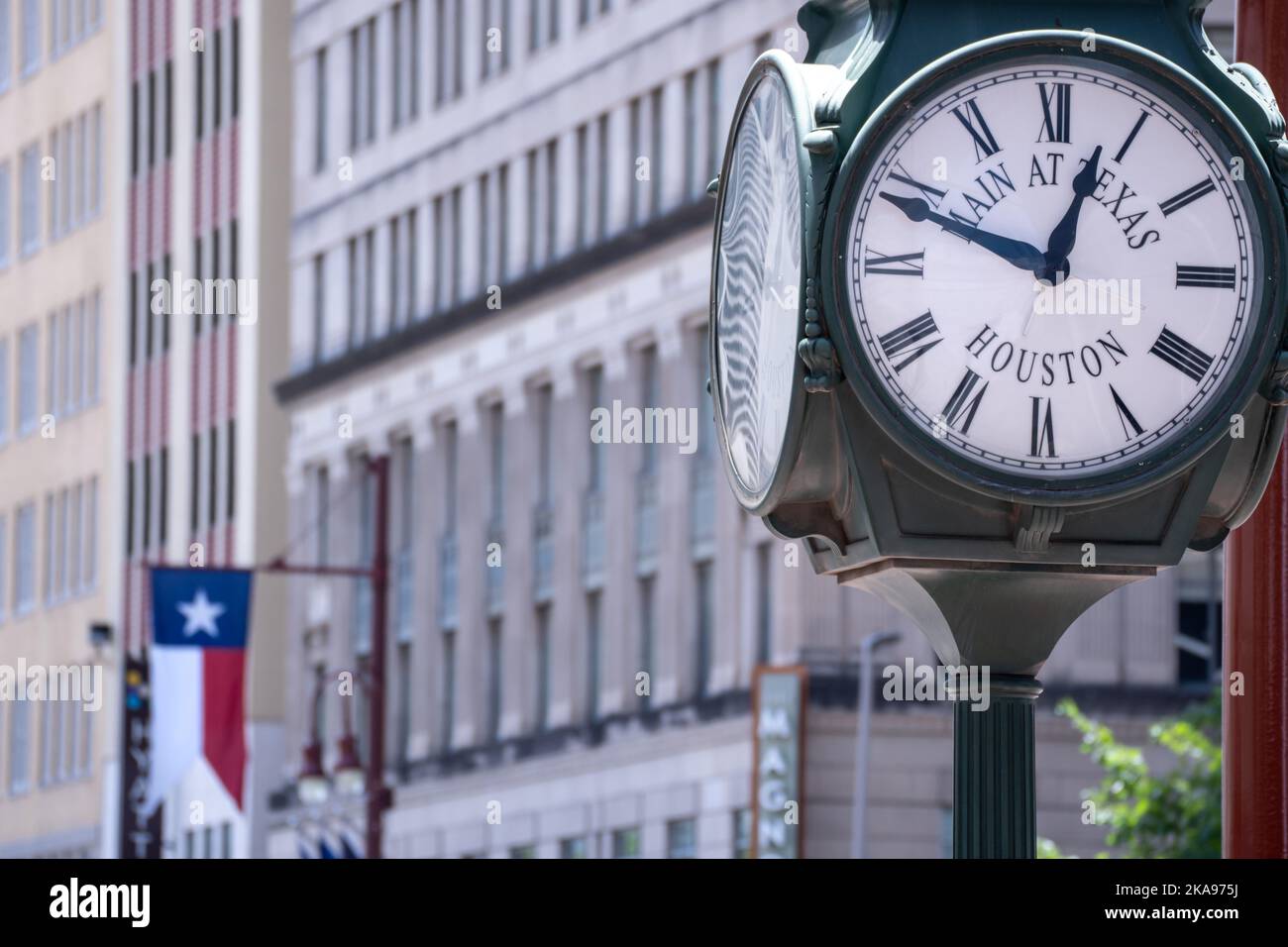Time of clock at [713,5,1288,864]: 12:48
